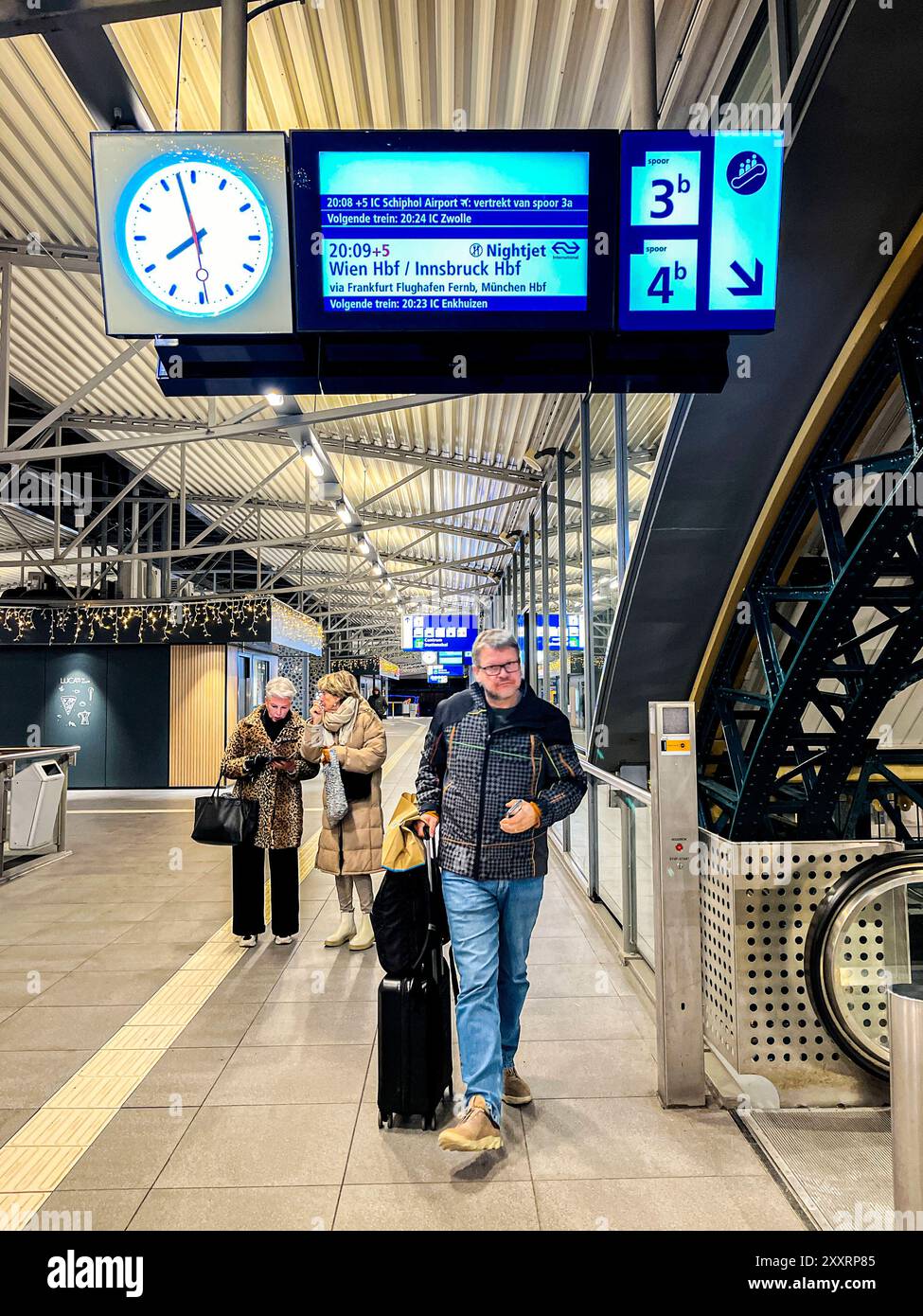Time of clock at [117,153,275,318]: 7:57
